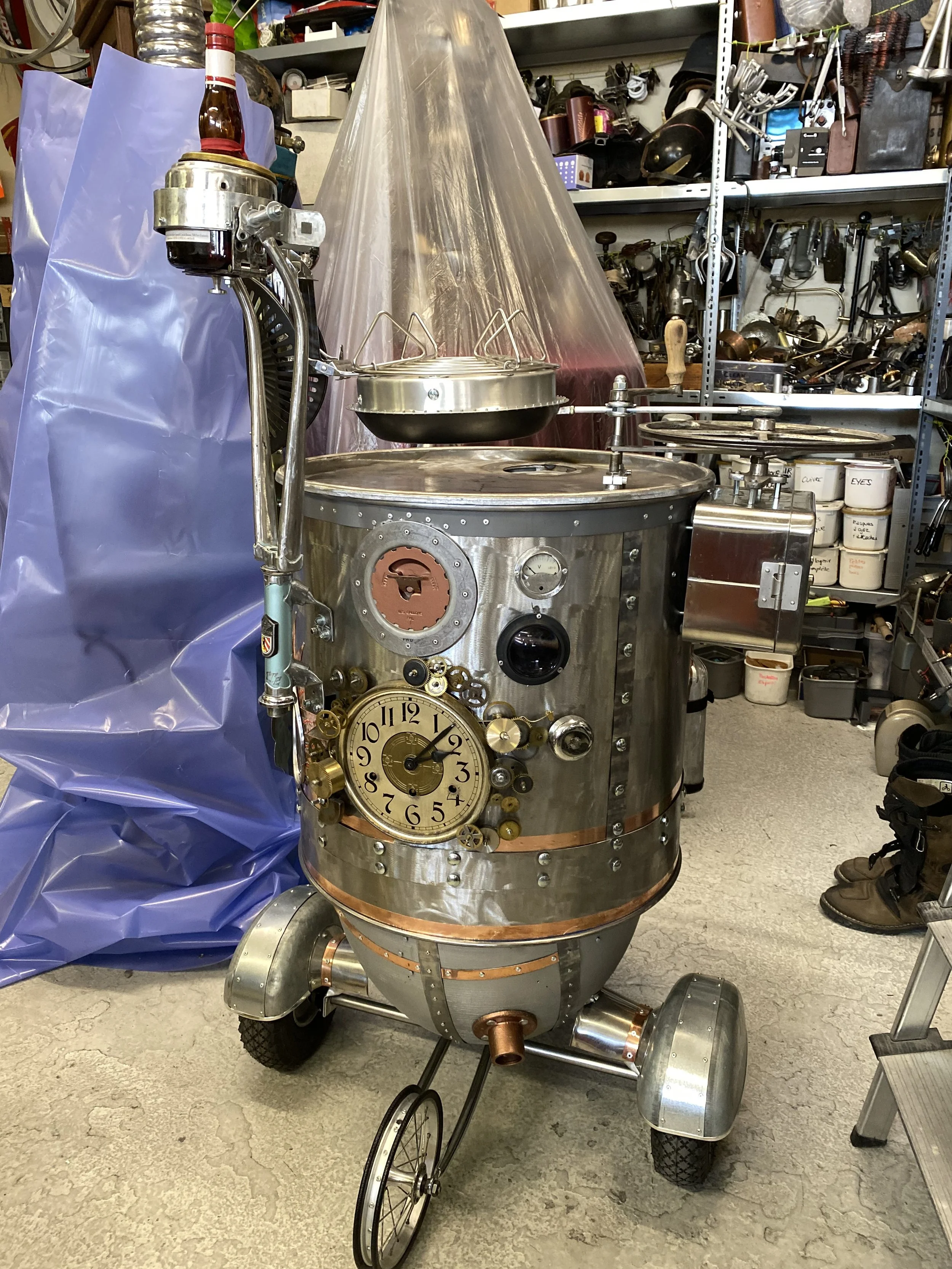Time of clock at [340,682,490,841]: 2:07
